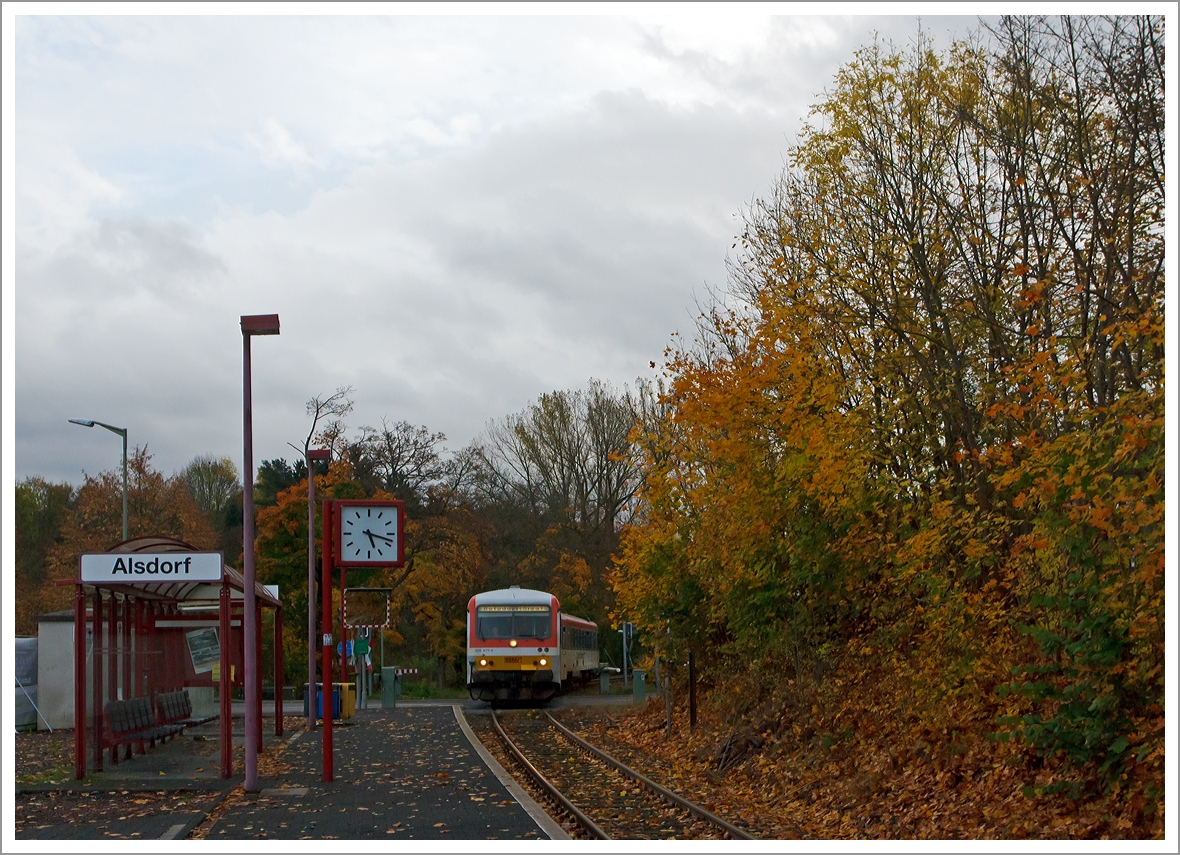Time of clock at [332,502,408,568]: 5:18
